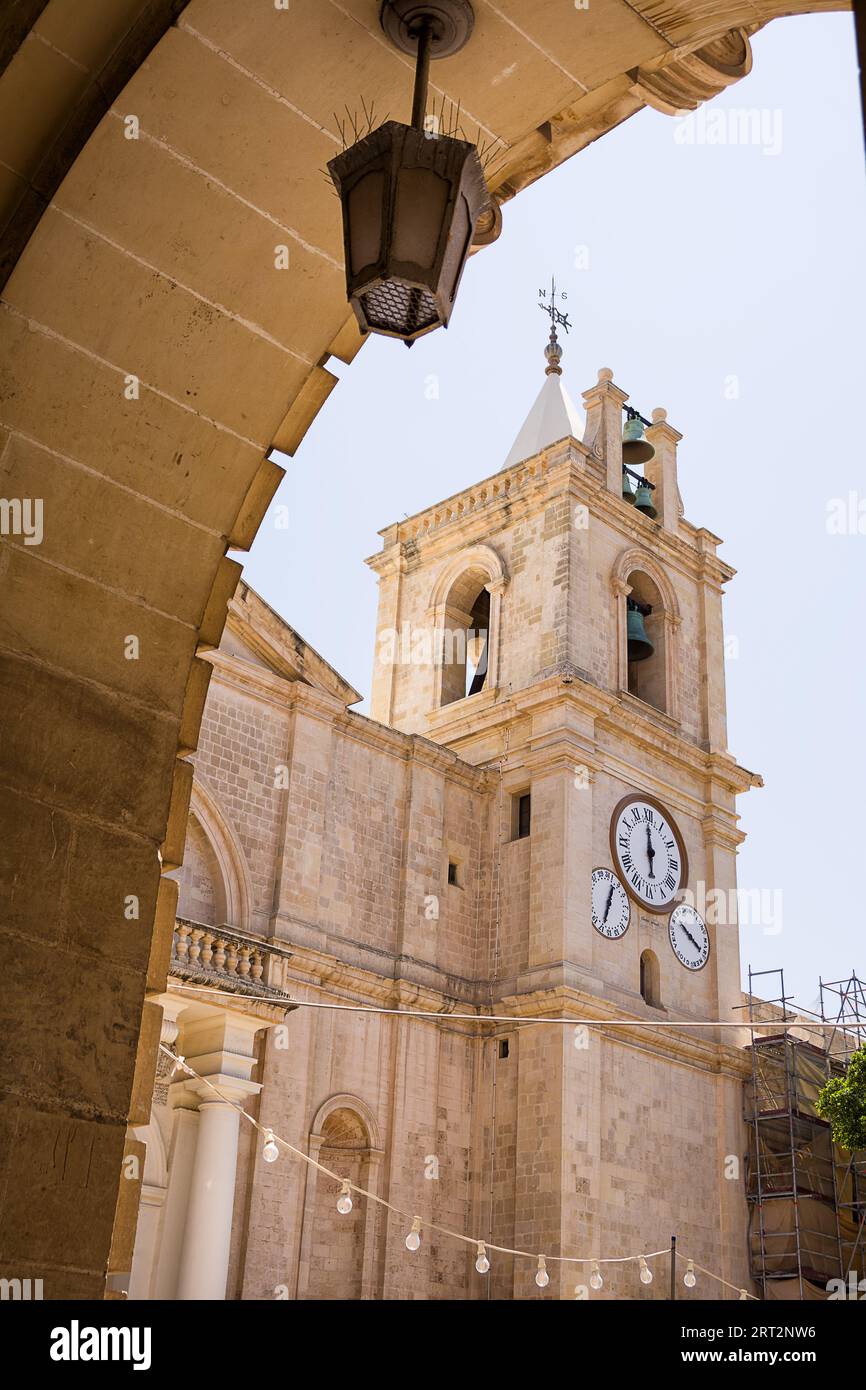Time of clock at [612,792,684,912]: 5:59
